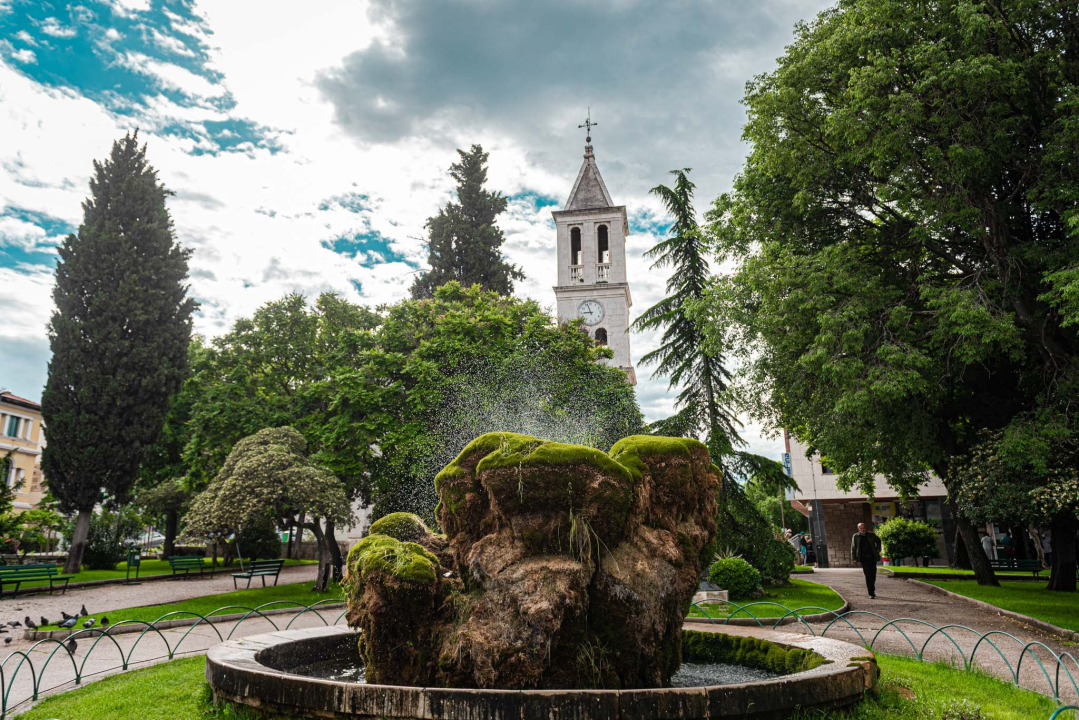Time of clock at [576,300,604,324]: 8:56
